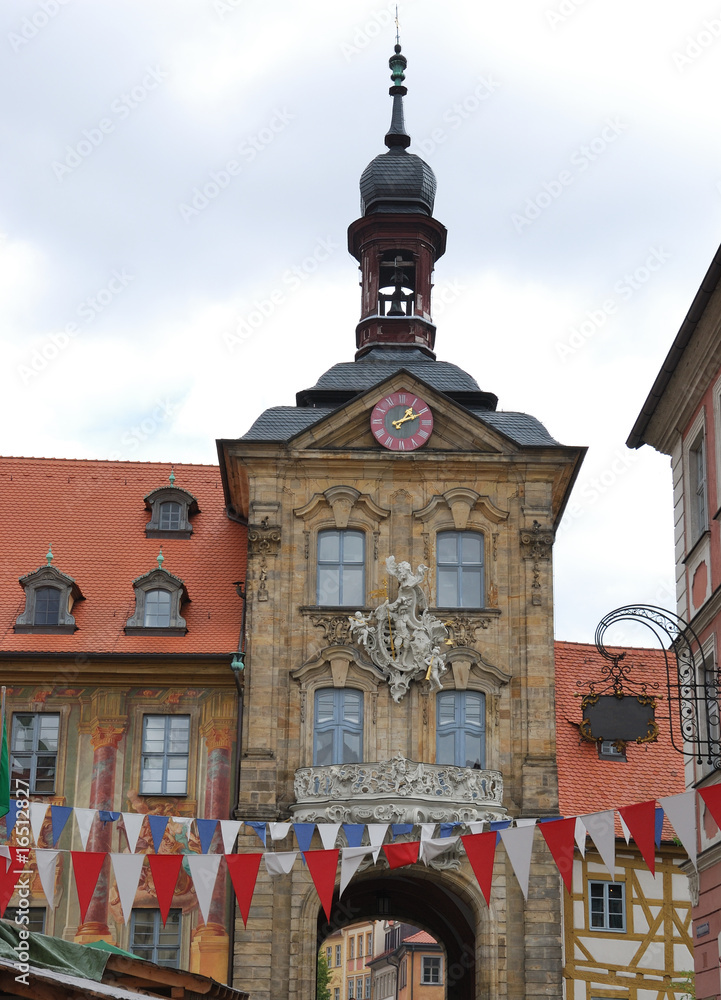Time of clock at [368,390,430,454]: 1:10
